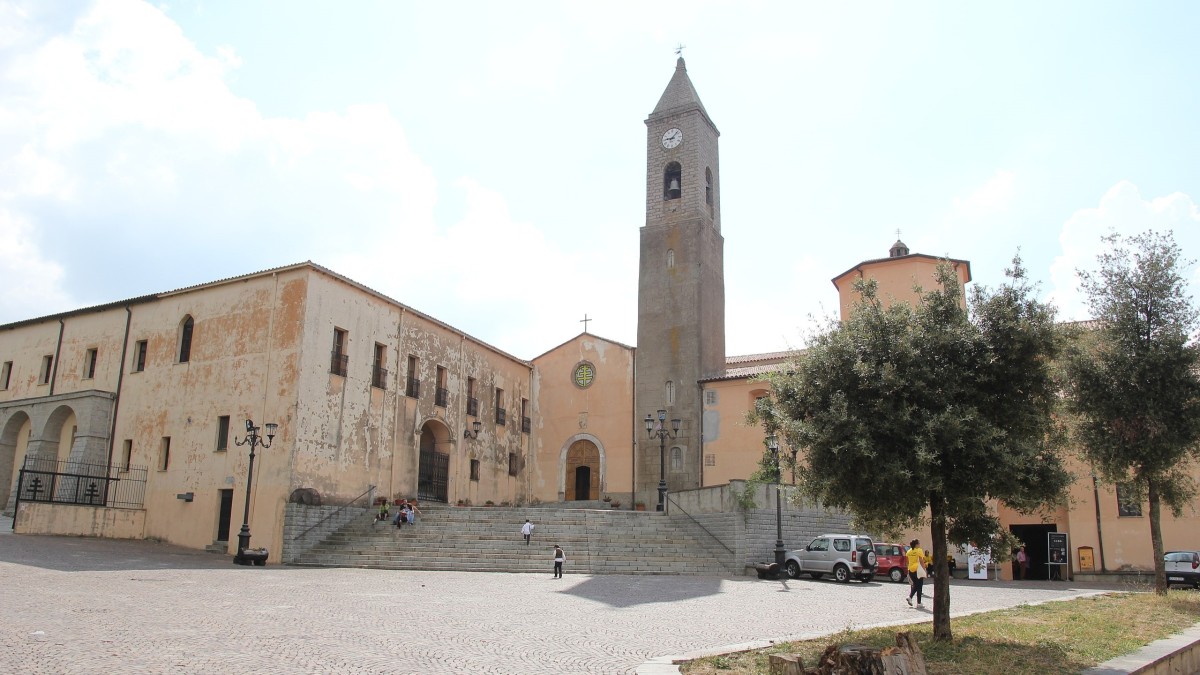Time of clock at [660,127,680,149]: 9:07
